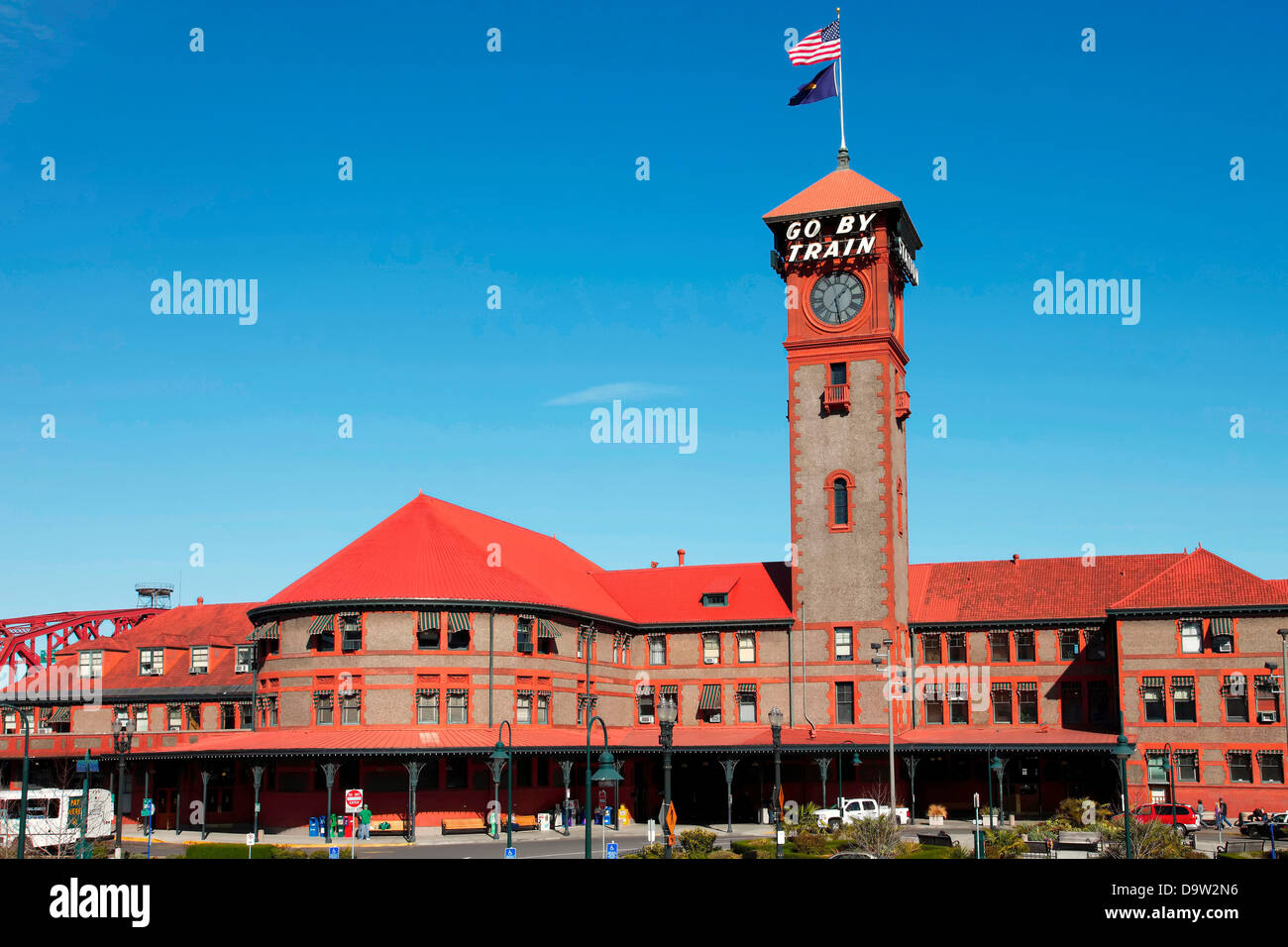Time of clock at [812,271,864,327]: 1:28
